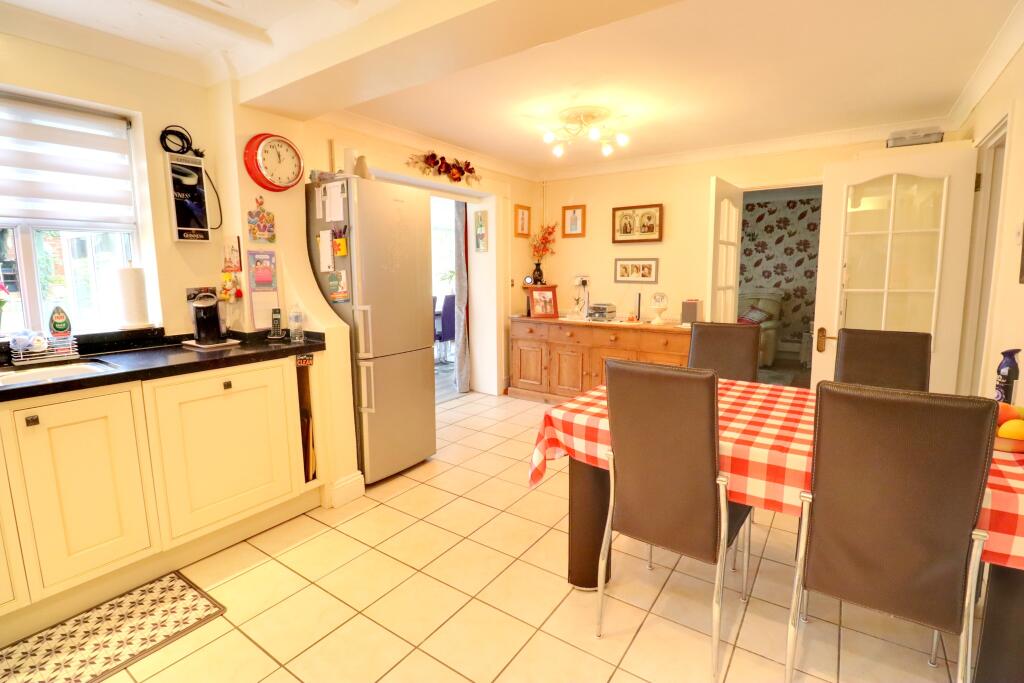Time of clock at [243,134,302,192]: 11:57
